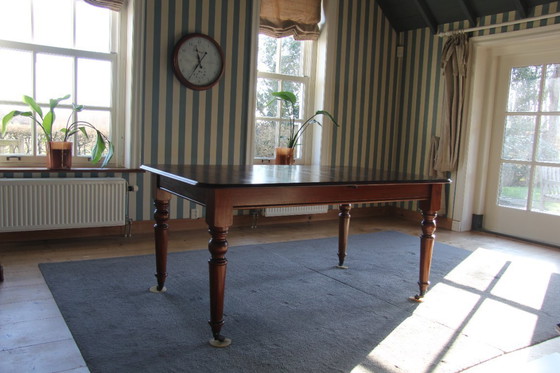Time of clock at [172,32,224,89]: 11:35
